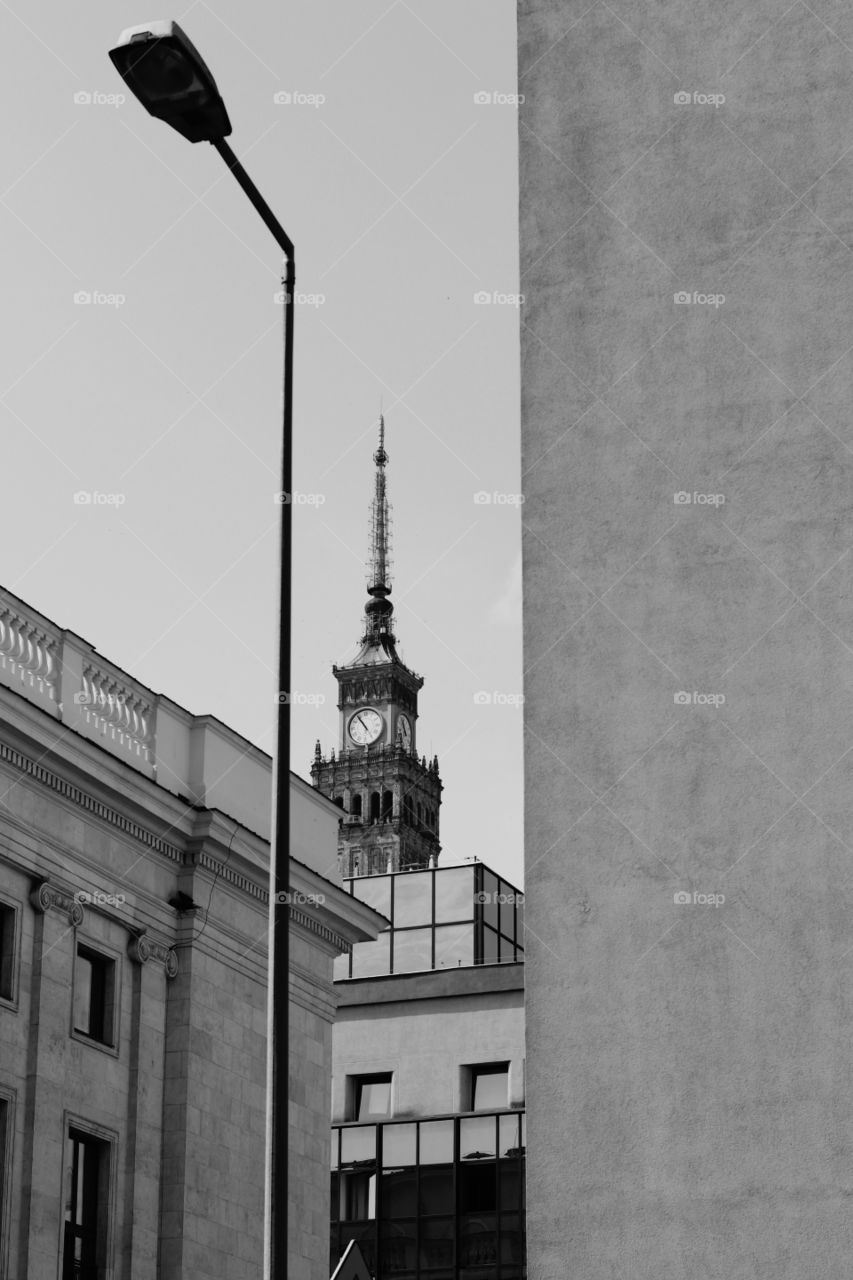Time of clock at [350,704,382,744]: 10:54
